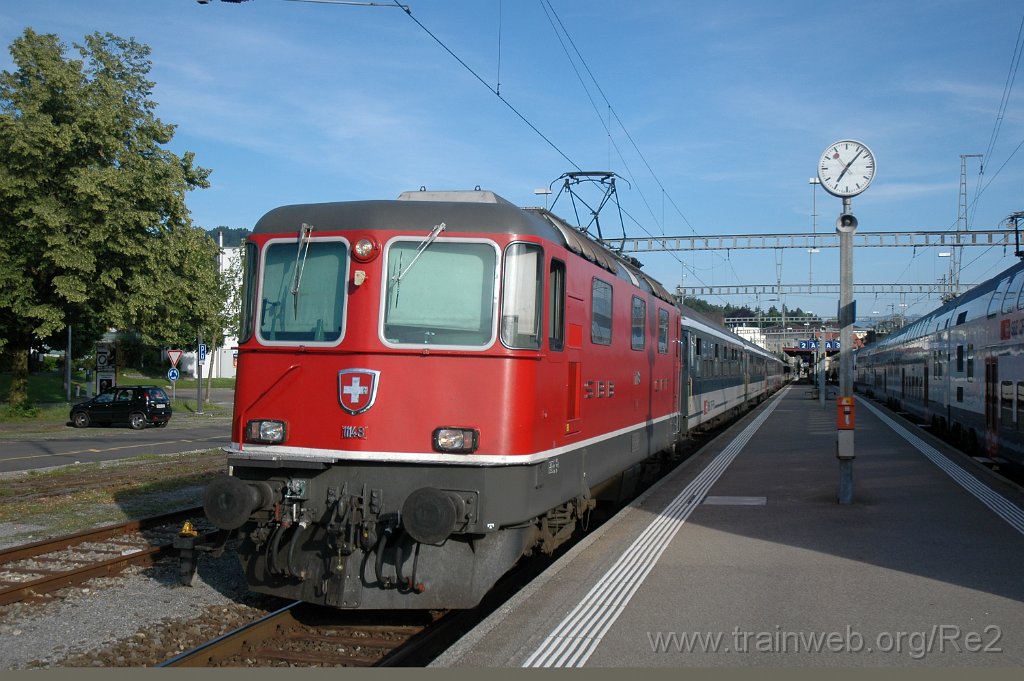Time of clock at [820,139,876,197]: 7:07
